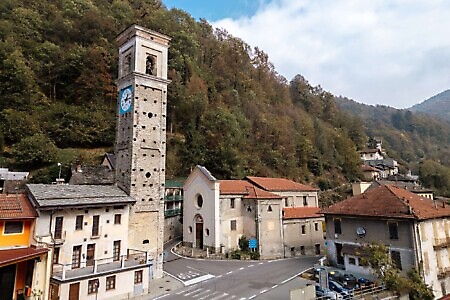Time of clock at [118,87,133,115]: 1:13
